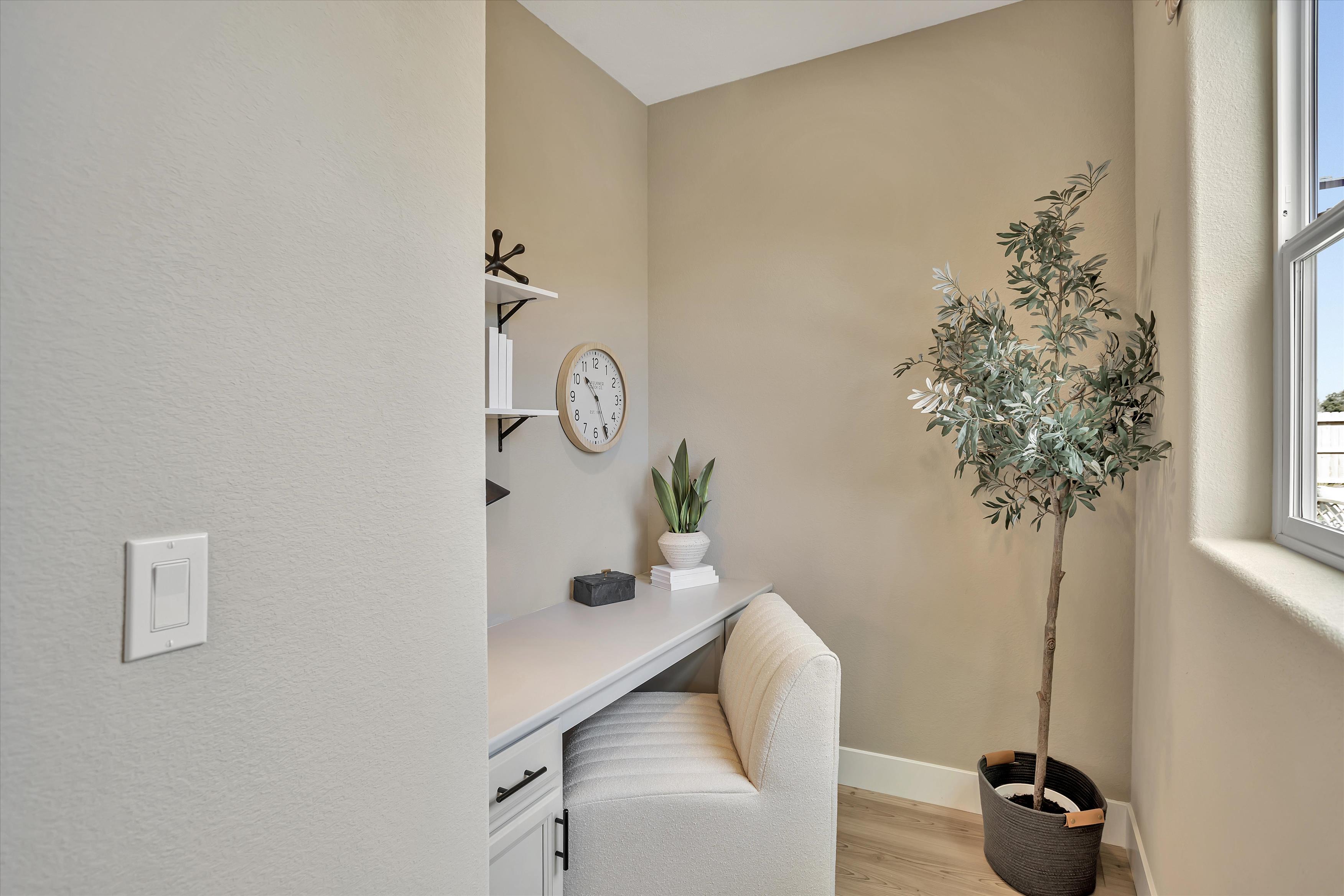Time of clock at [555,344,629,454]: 10:25
